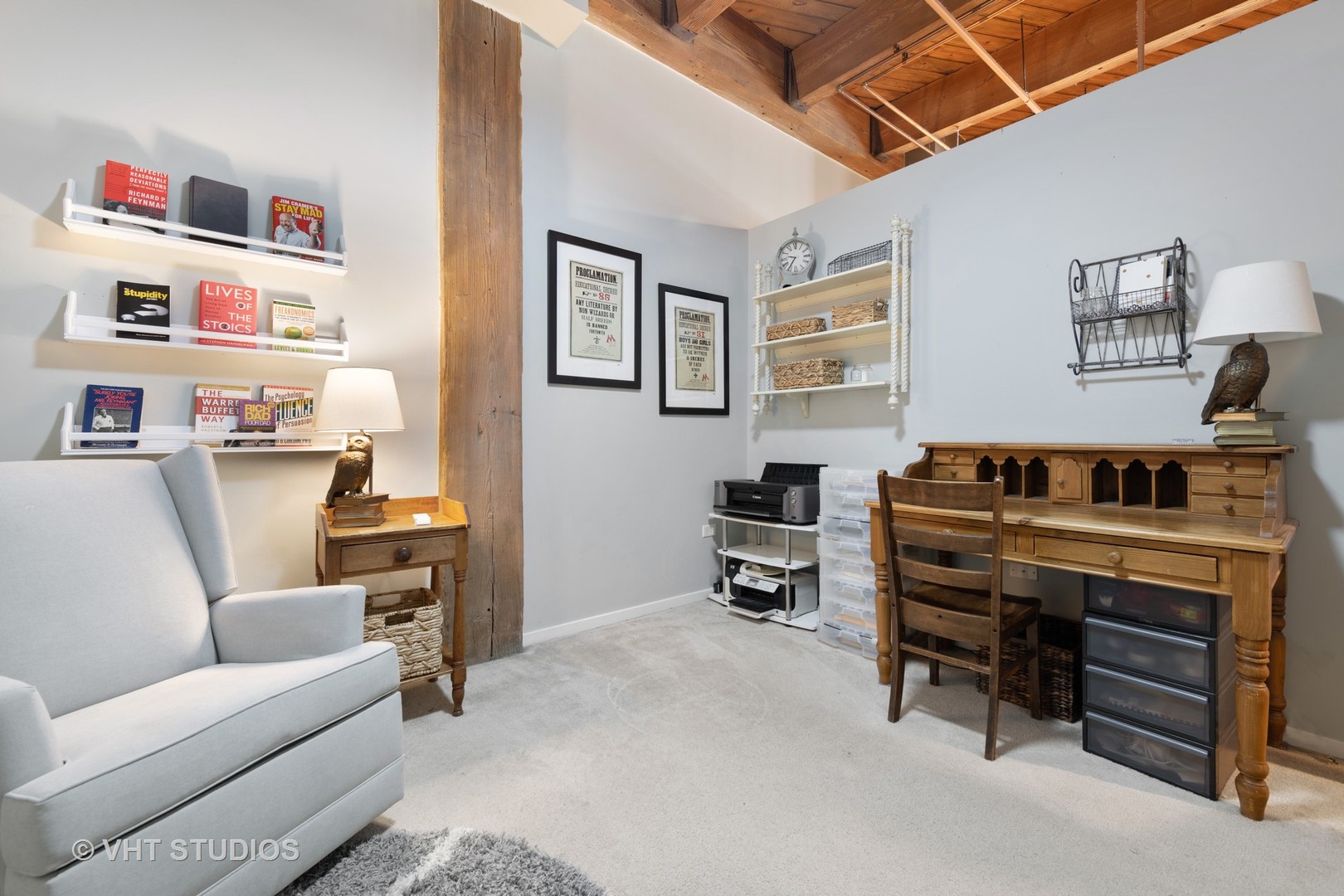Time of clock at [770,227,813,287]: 9:35
